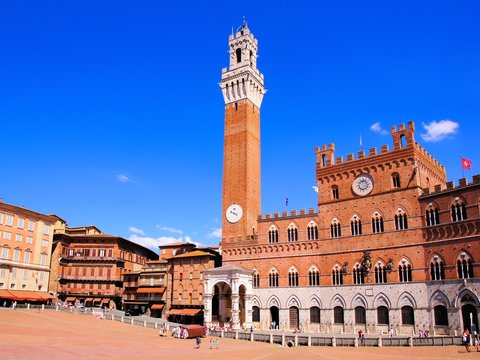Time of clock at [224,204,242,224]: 3:48
